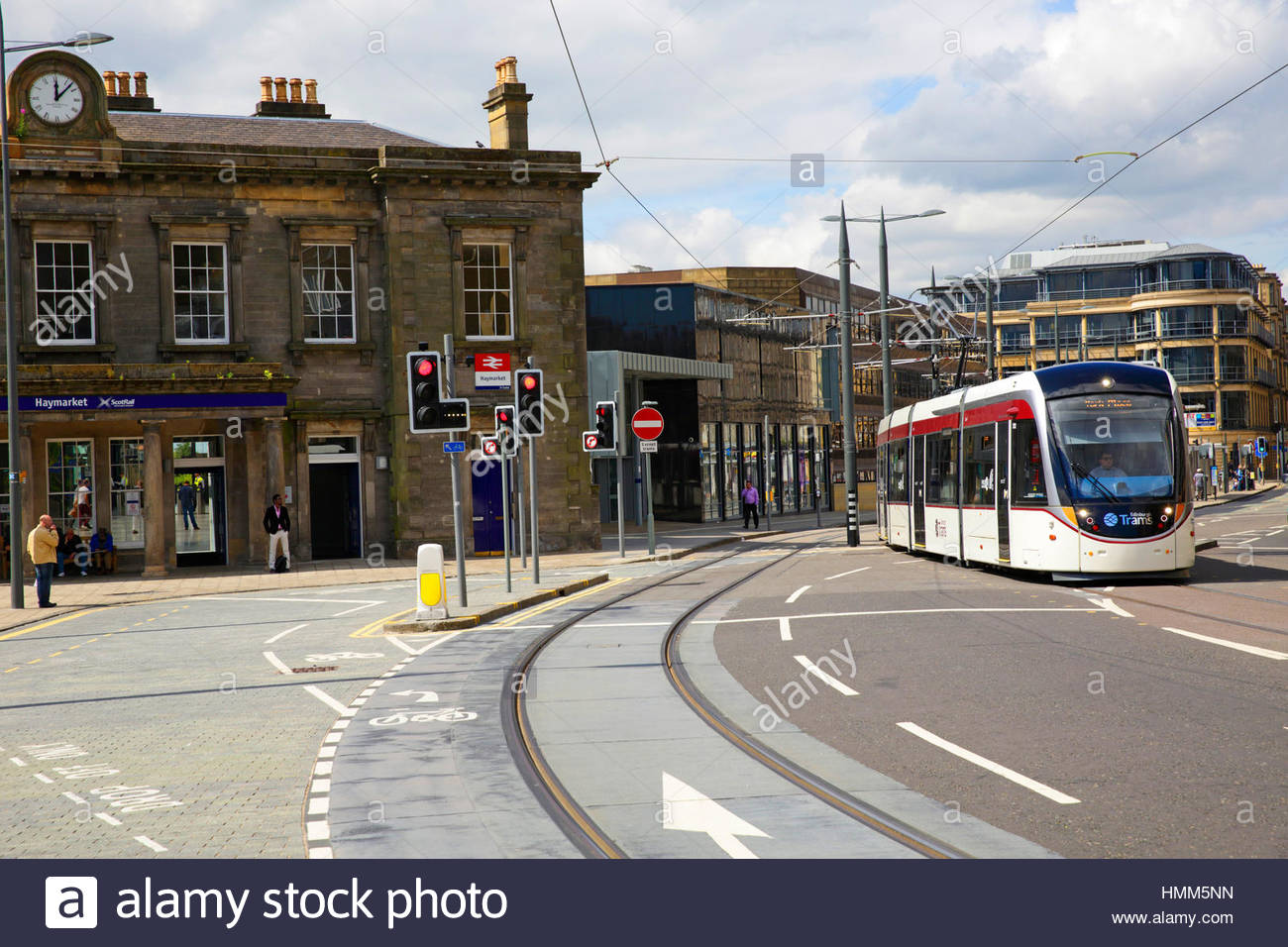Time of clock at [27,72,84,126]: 12:07
